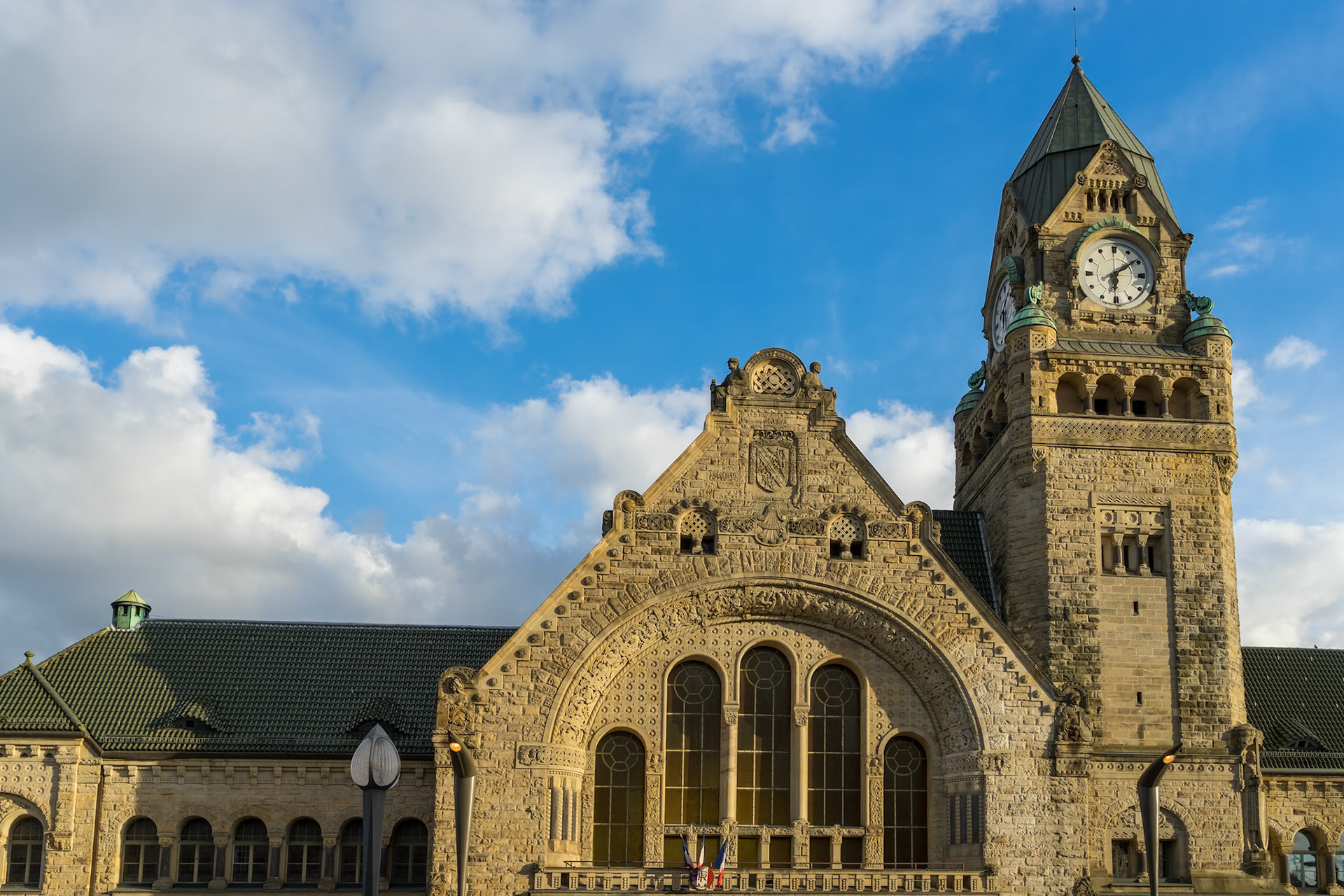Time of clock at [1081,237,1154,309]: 6:08
